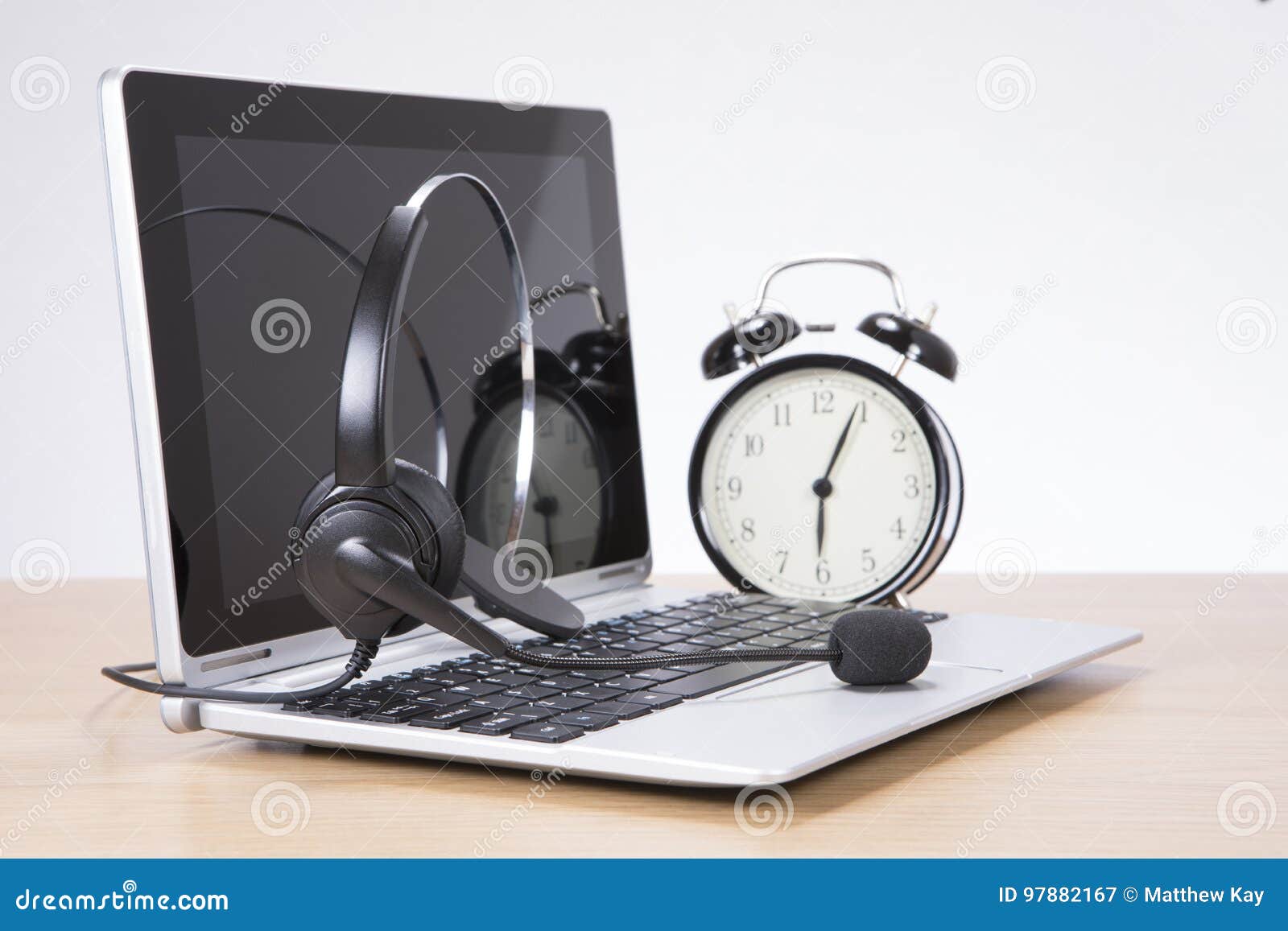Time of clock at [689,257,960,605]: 6:04
